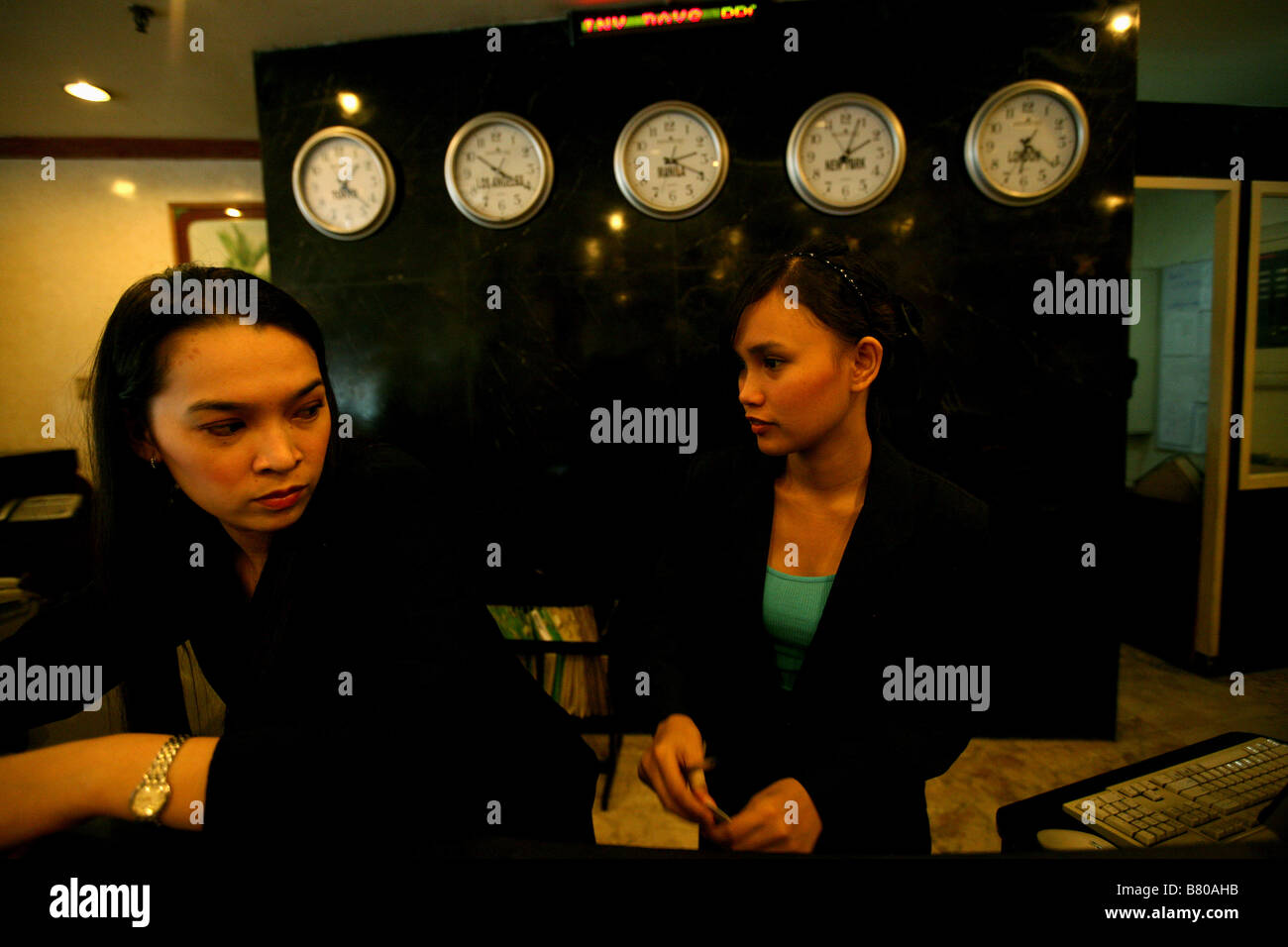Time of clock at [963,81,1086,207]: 6:21
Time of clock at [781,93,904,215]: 8:03
